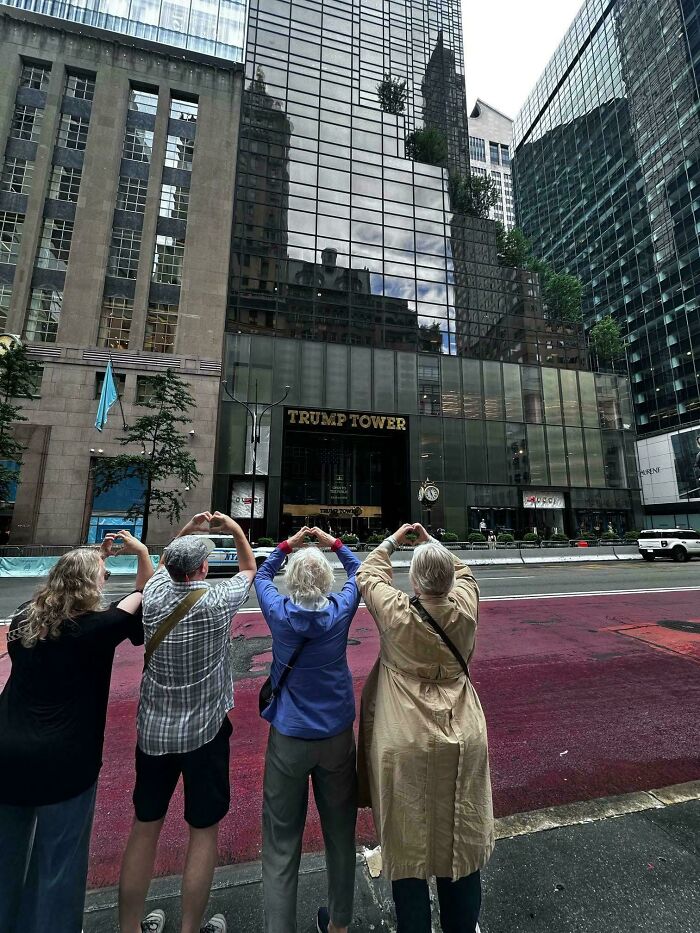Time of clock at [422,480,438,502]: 4:57
